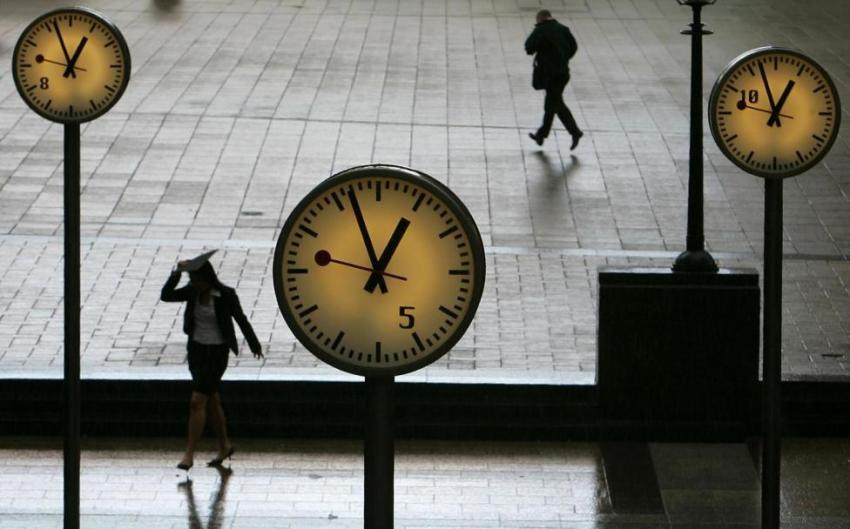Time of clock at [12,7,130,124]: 12:56
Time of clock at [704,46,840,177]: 12:56
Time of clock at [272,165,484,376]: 12:56
